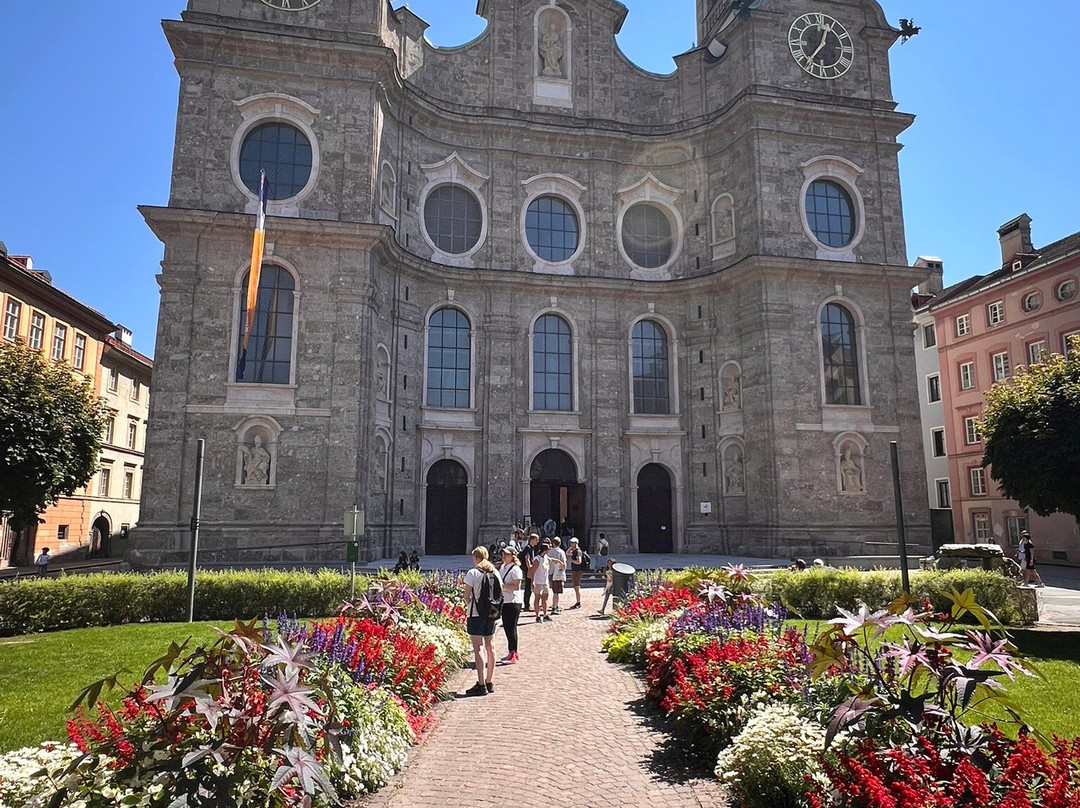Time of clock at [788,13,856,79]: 12:36
